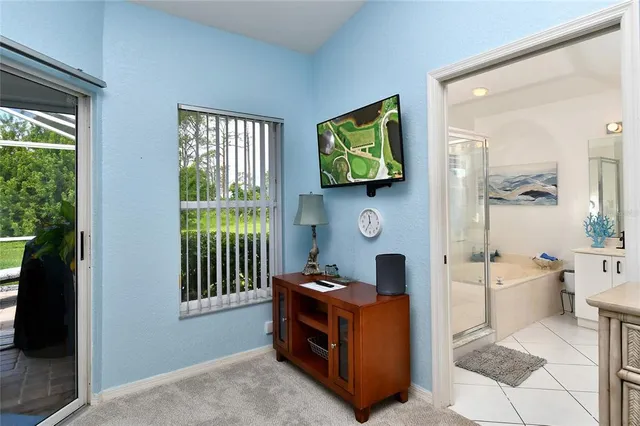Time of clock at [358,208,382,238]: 11:35
